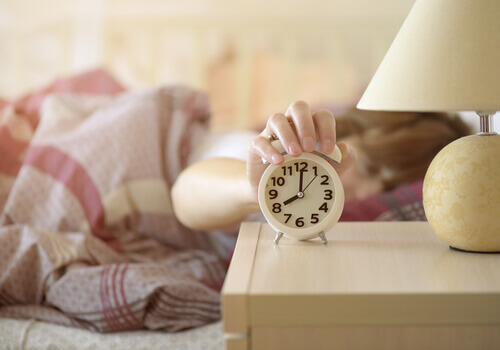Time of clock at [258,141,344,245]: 8:00
